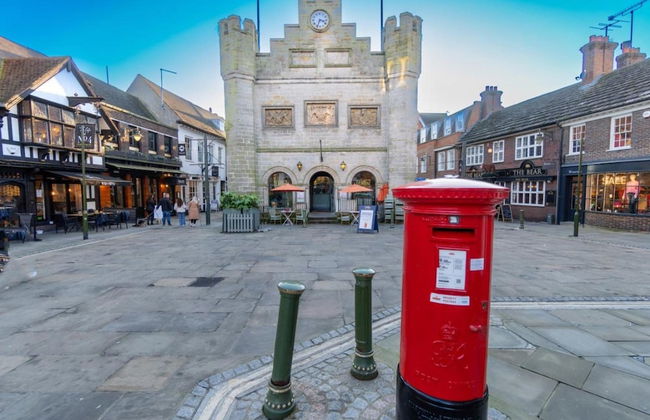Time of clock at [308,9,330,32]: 3:33
